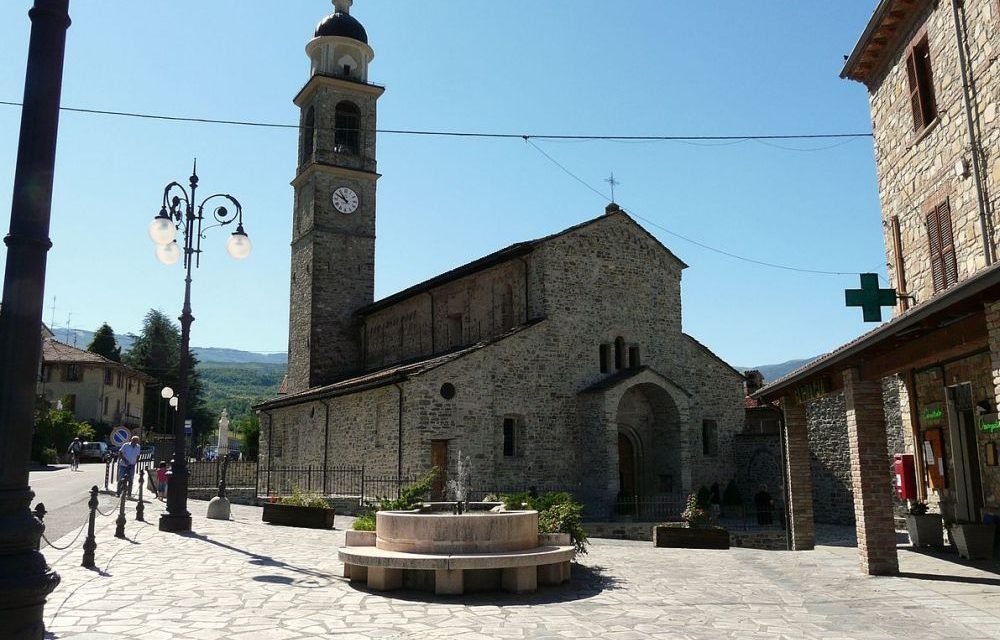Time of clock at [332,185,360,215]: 10:50
